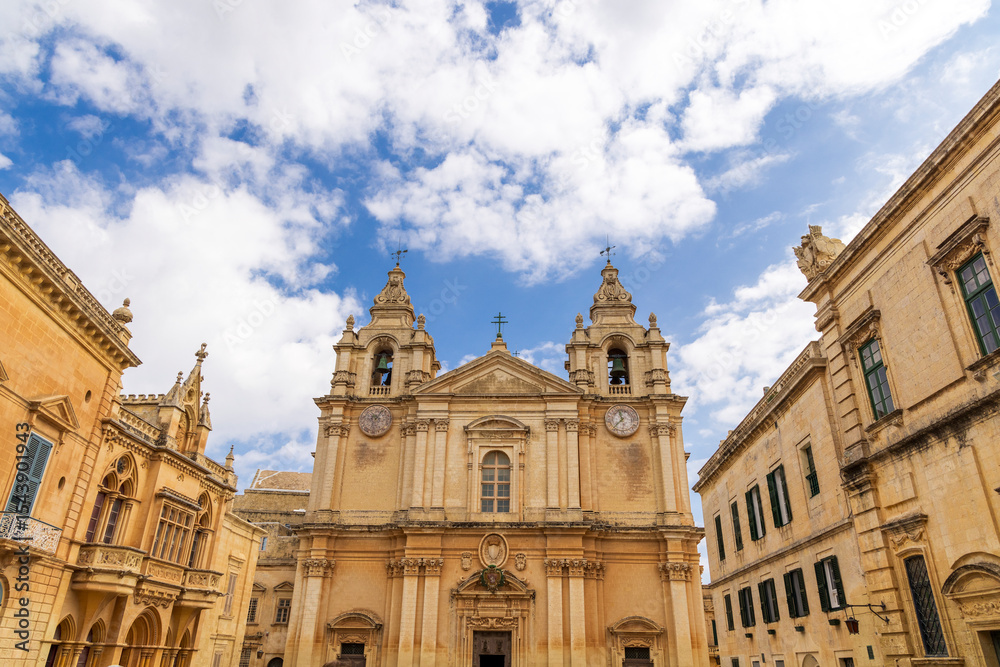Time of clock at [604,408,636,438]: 11:37
